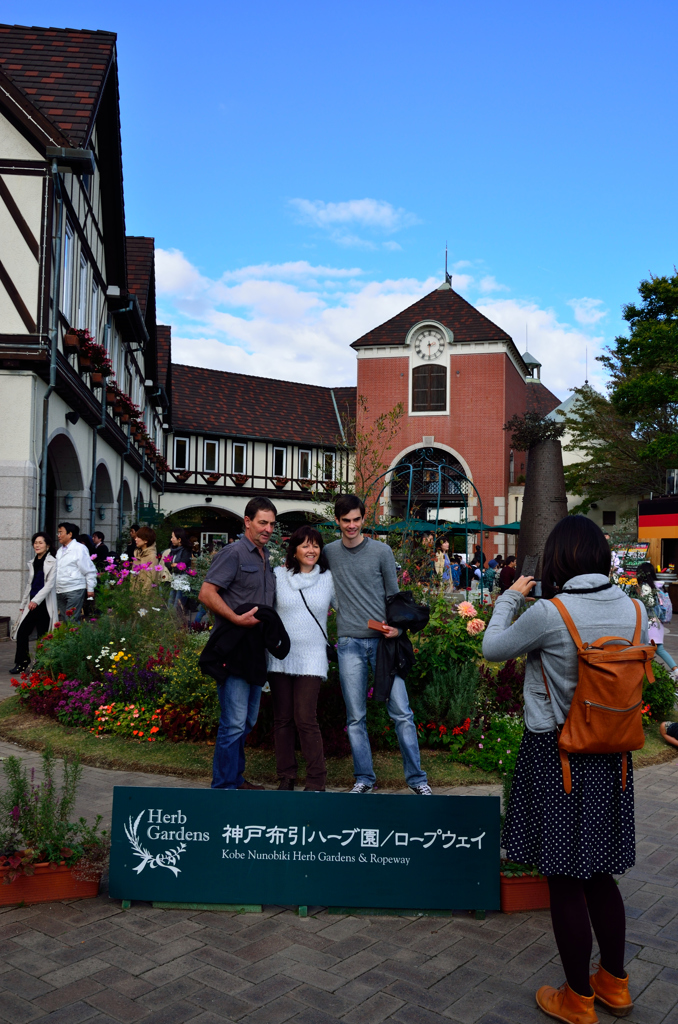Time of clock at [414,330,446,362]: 2:29
